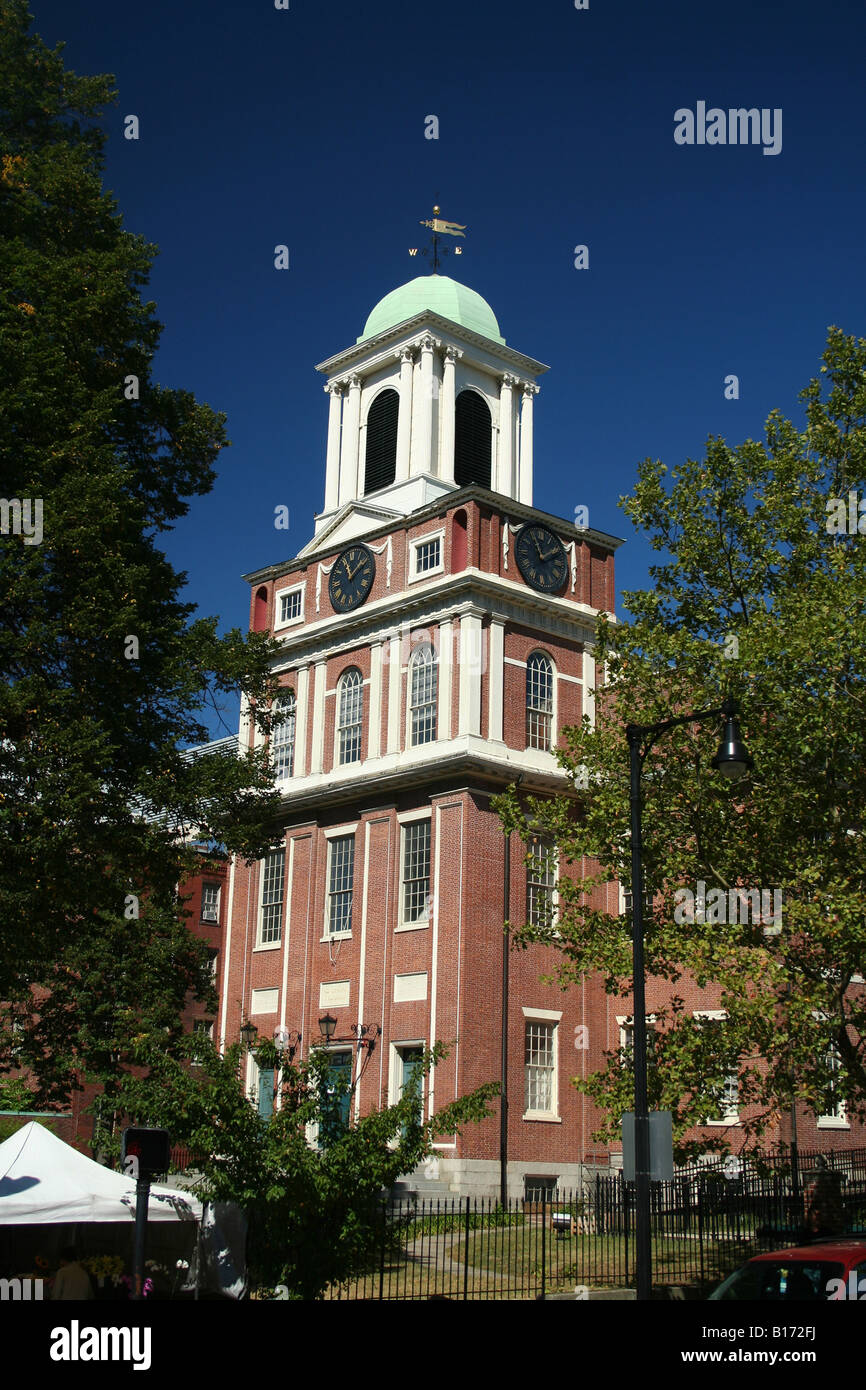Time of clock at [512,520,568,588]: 11:08
